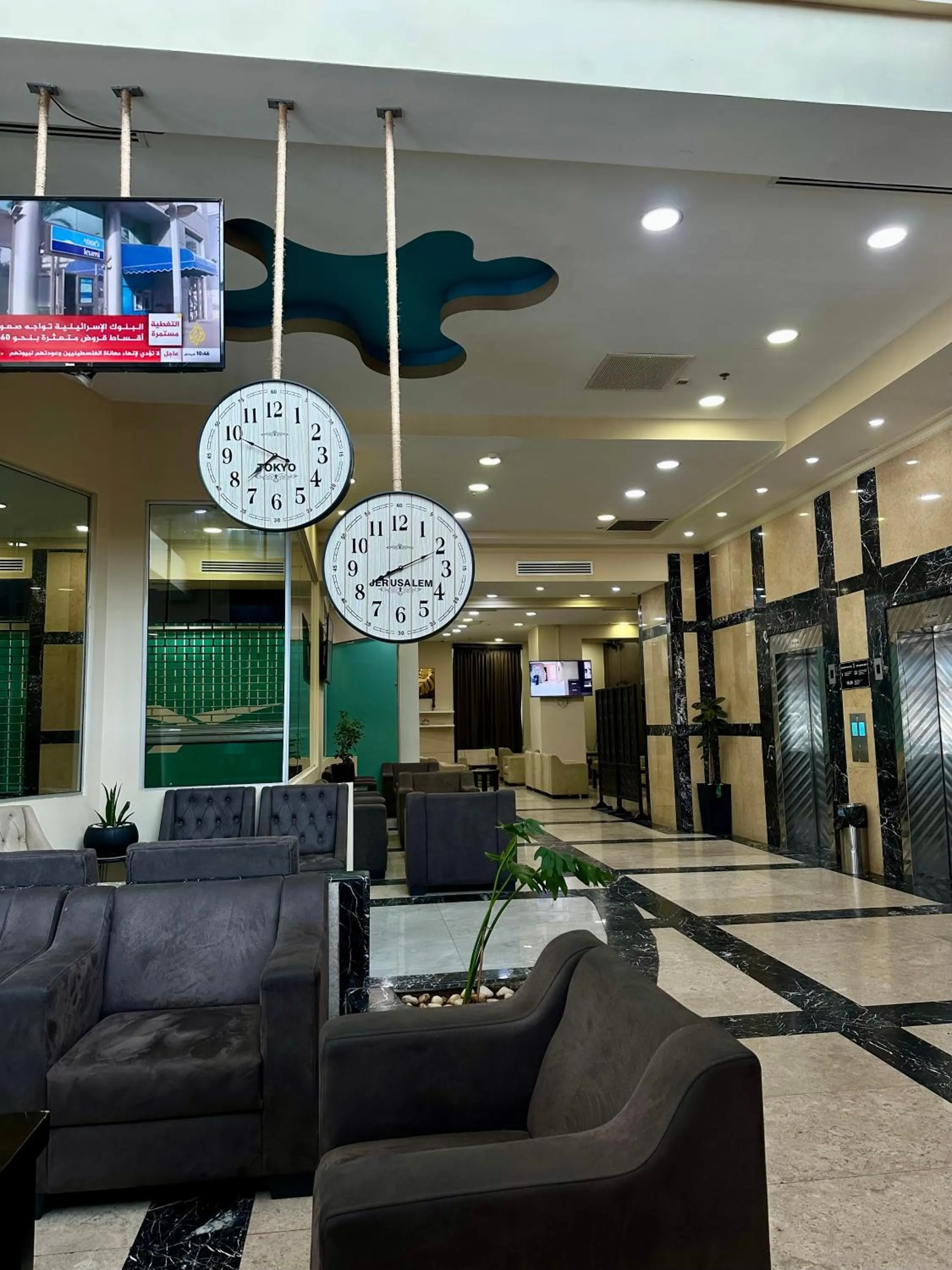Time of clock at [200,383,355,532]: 7:49
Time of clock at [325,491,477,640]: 8:10
